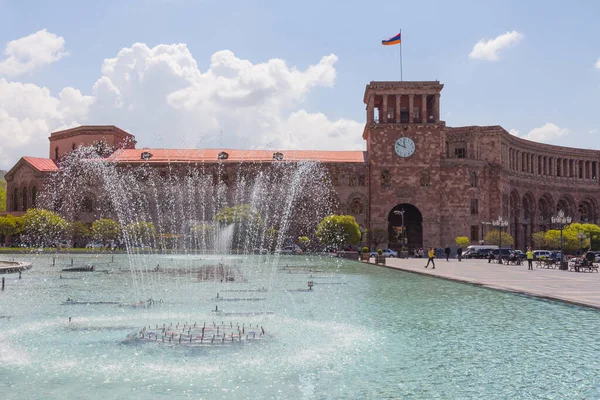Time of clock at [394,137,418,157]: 11:48
